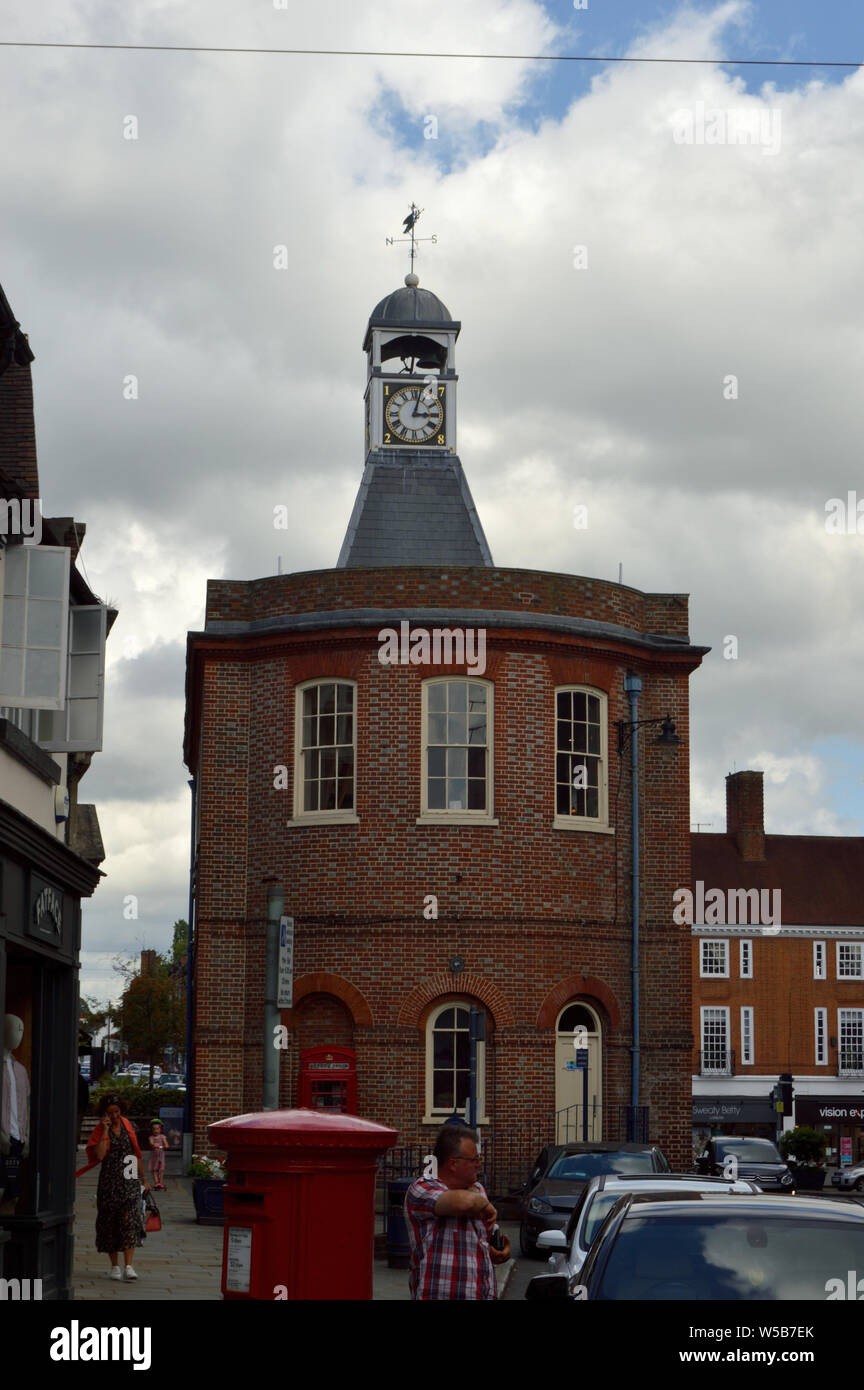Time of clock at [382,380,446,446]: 3:02
